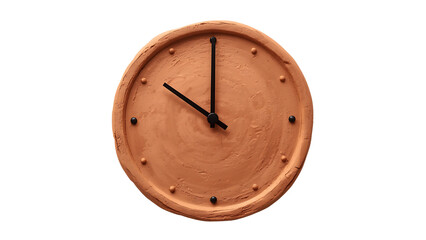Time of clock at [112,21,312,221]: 10:00
